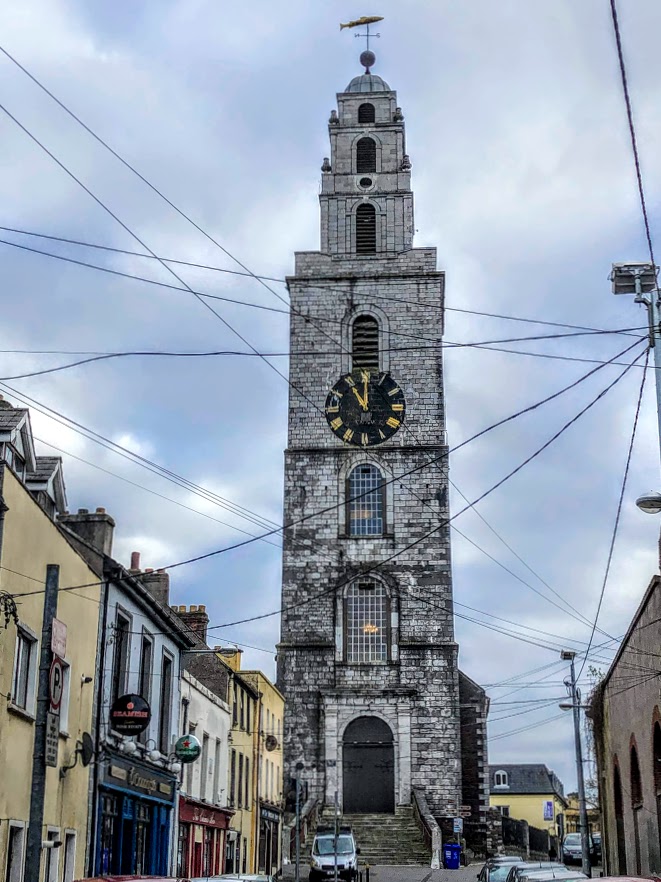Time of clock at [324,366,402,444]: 11:00
